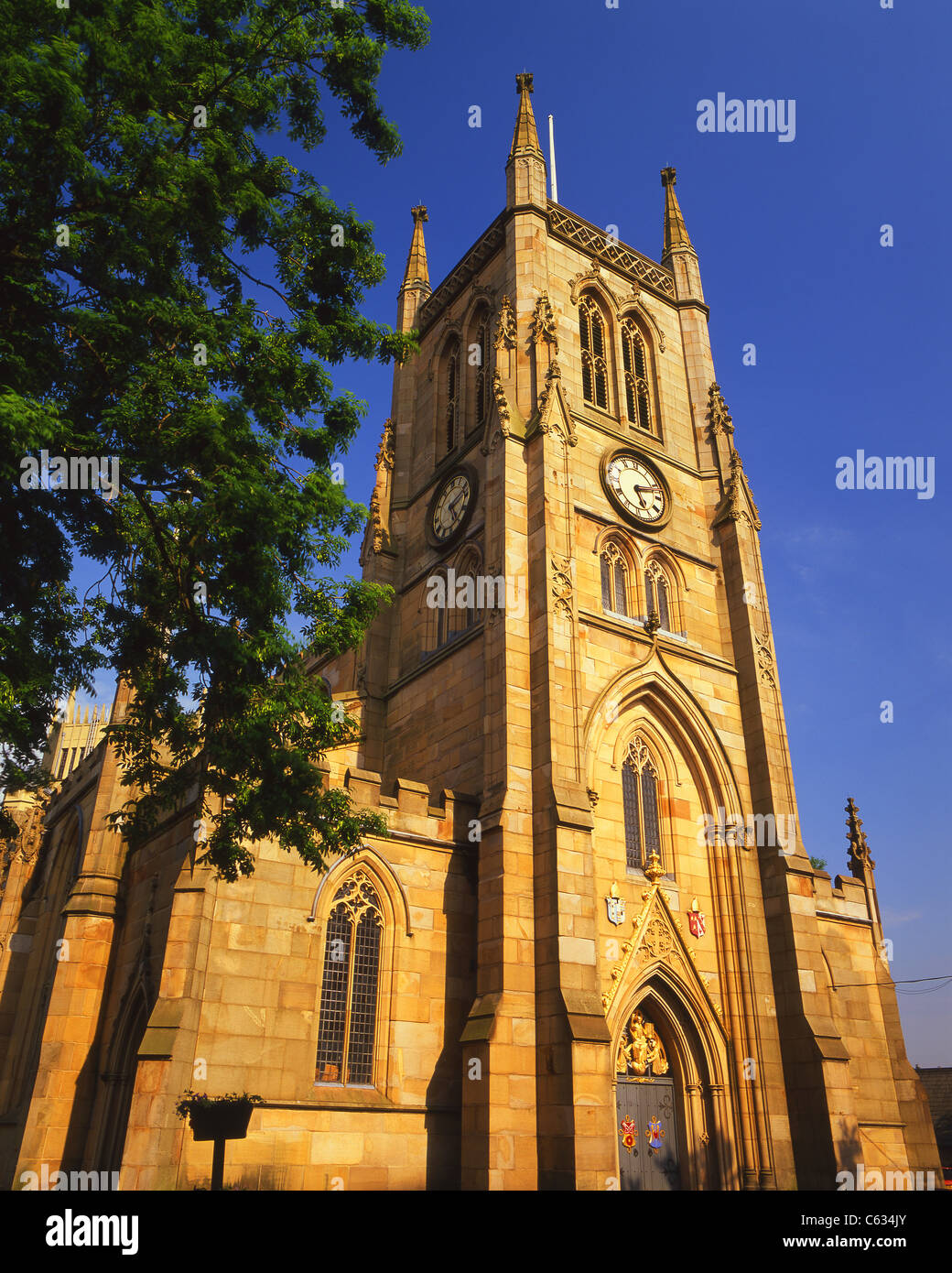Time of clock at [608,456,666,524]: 5:12
